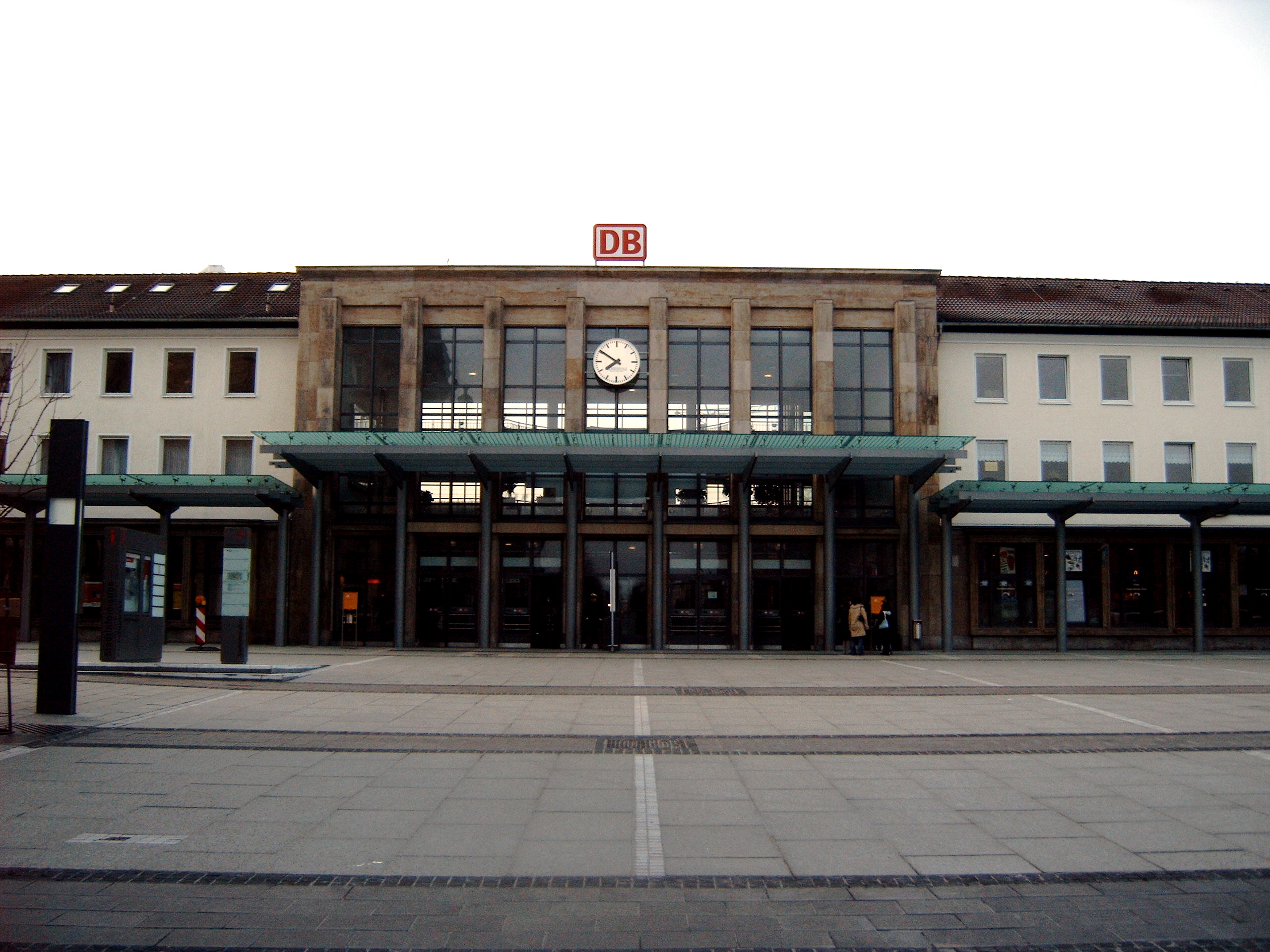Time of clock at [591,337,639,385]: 7:50
